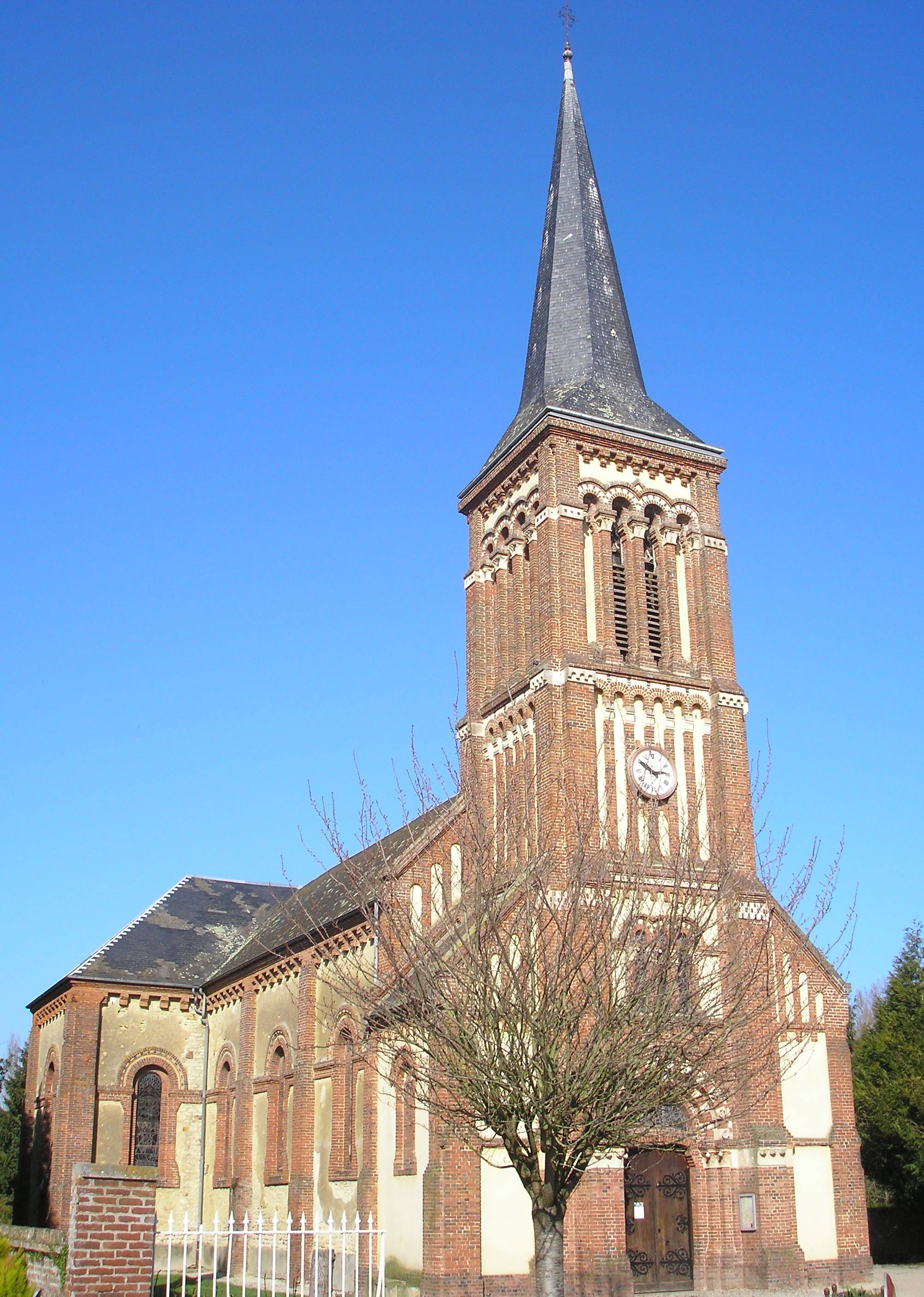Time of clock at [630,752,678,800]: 2:50
